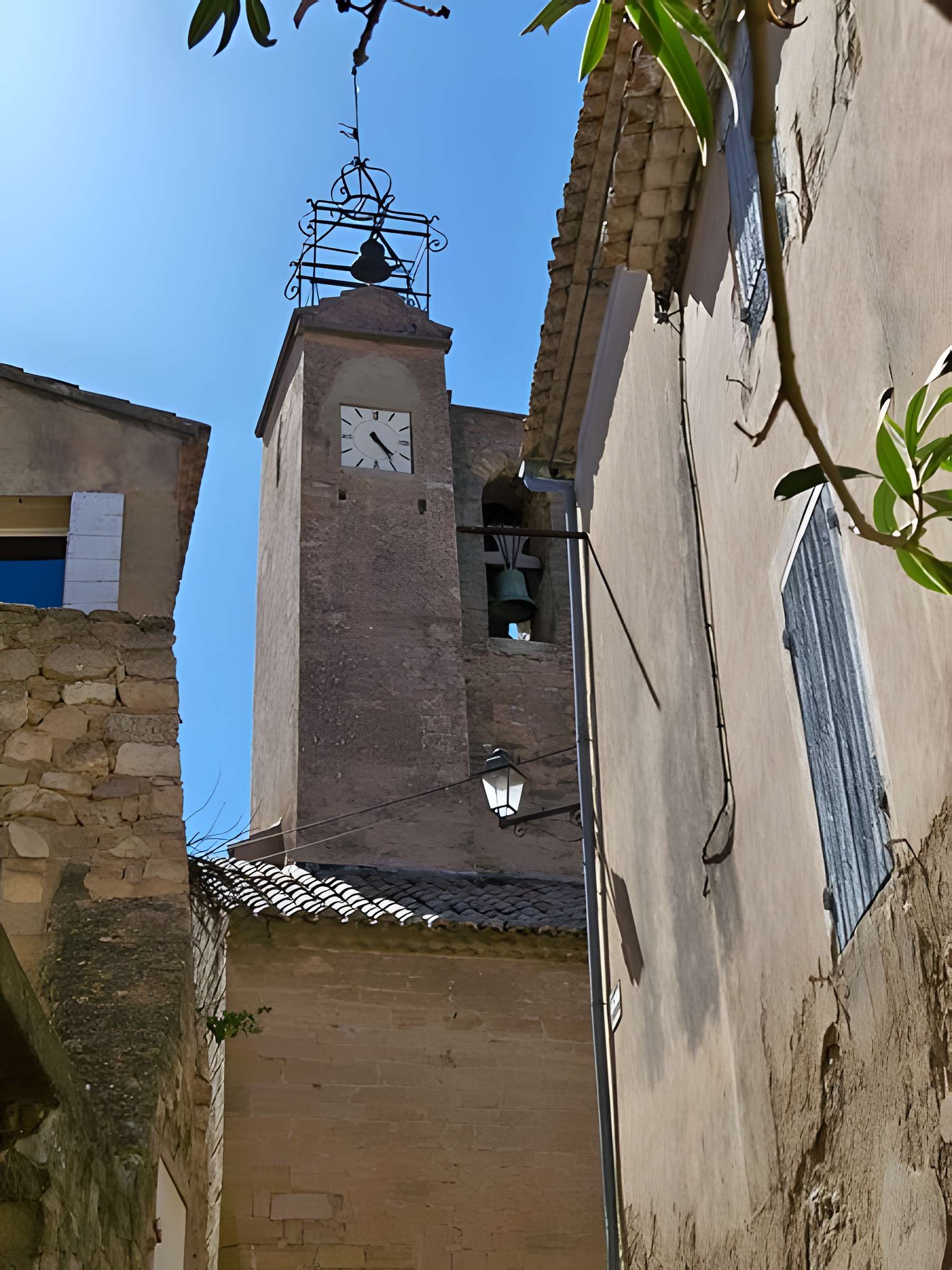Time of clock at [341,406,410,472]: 4:24
